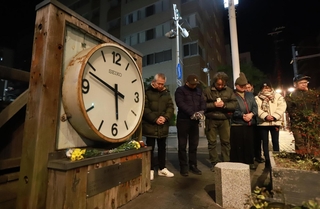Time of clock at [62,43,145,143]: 5:48
